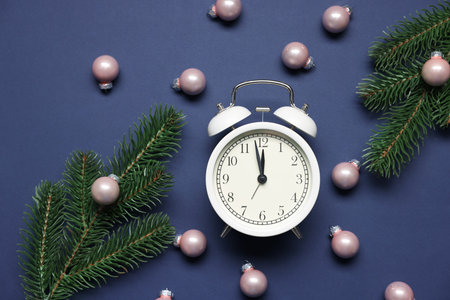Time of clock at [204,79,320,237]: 11:58
